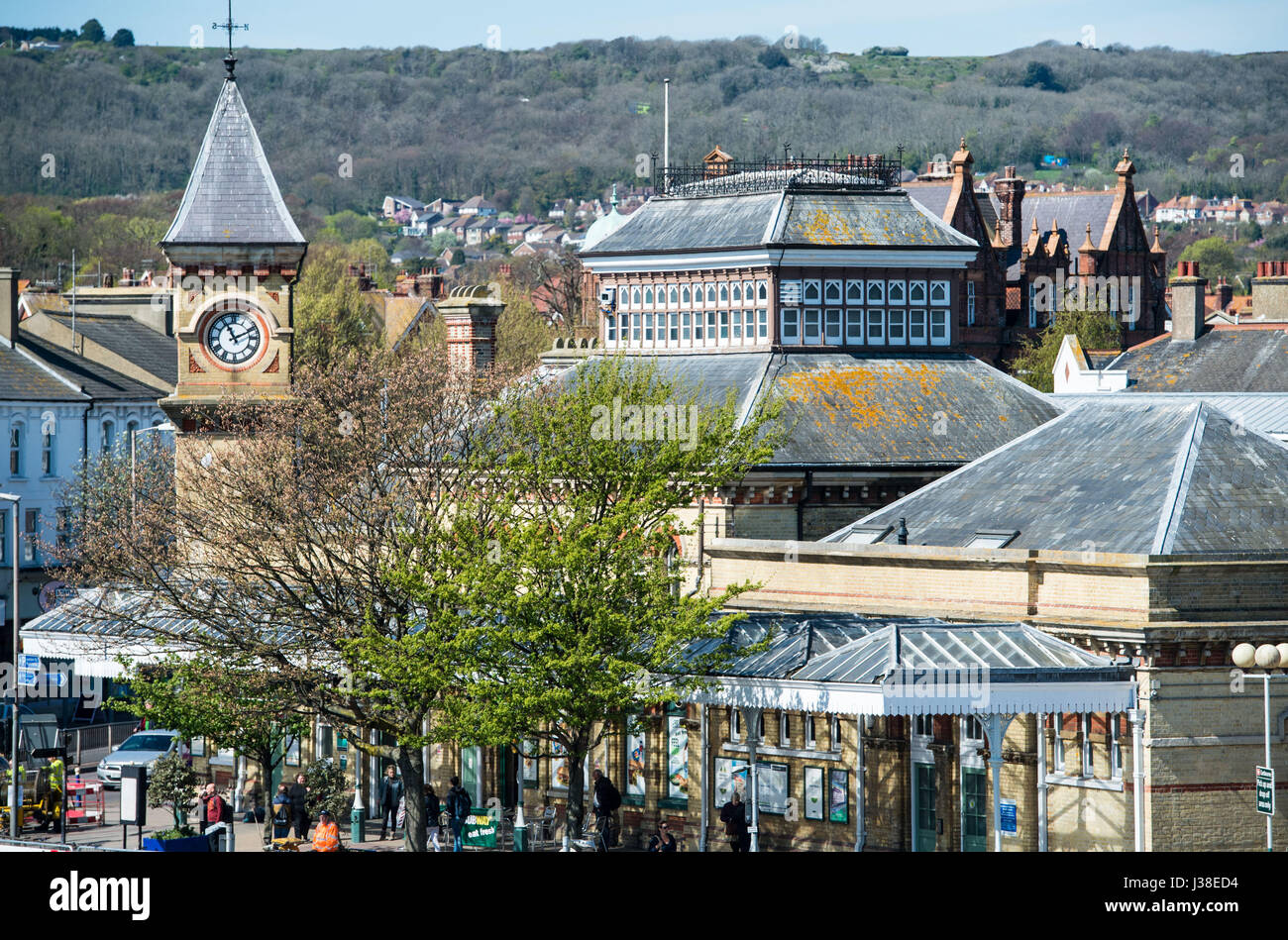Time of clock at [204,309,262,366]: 11:11
